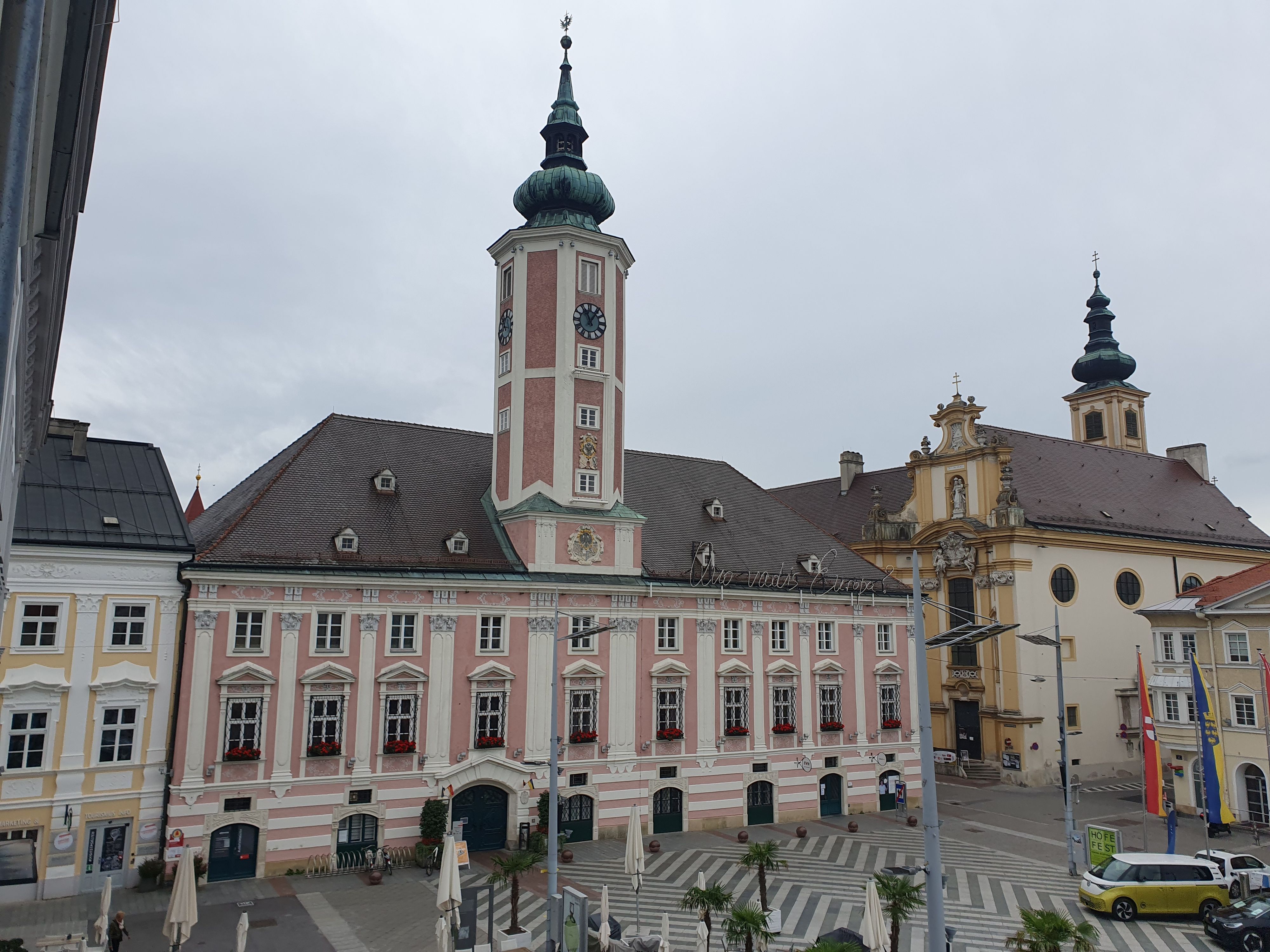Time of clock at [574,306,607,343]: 11:06
